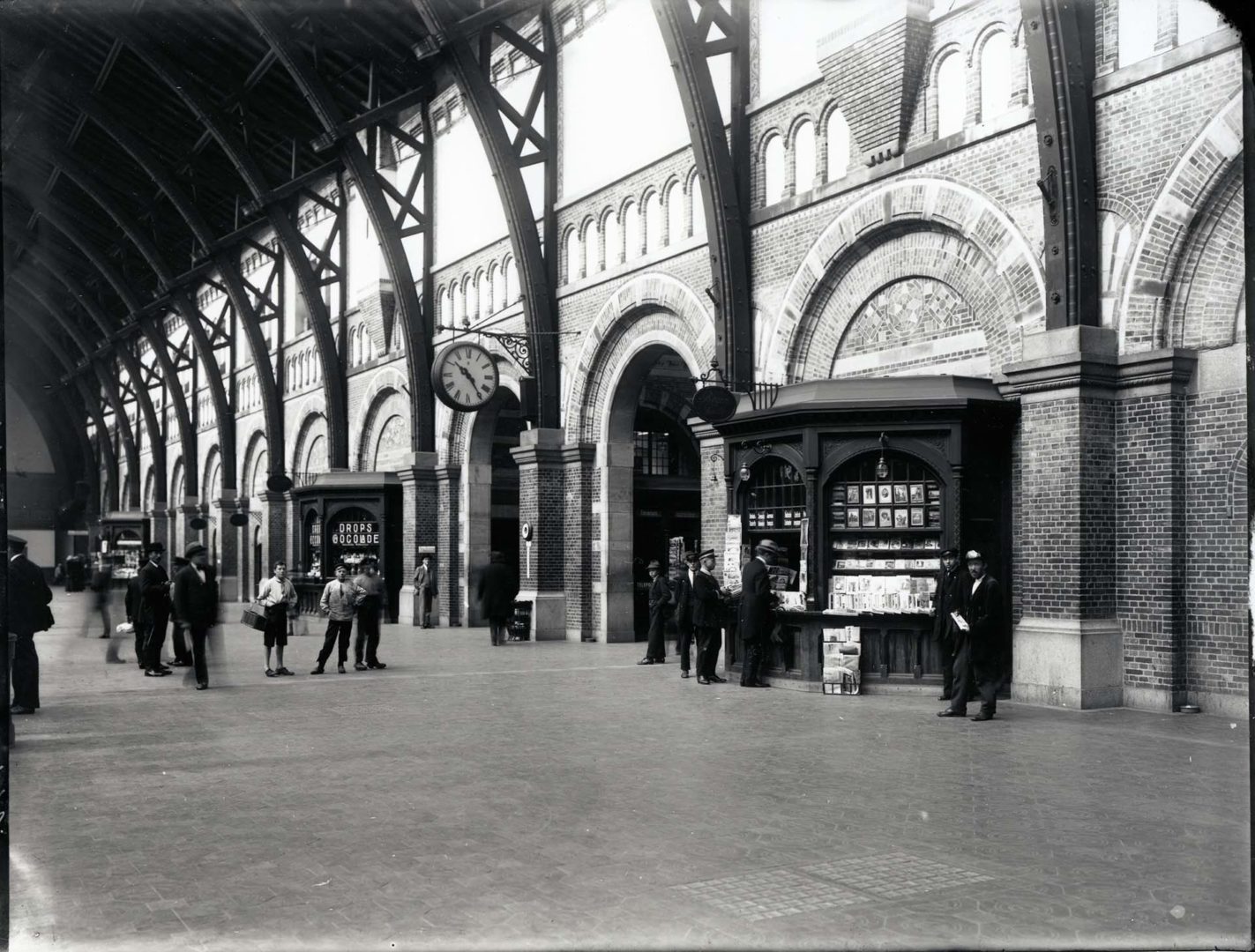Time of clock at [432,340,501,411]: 10:24
